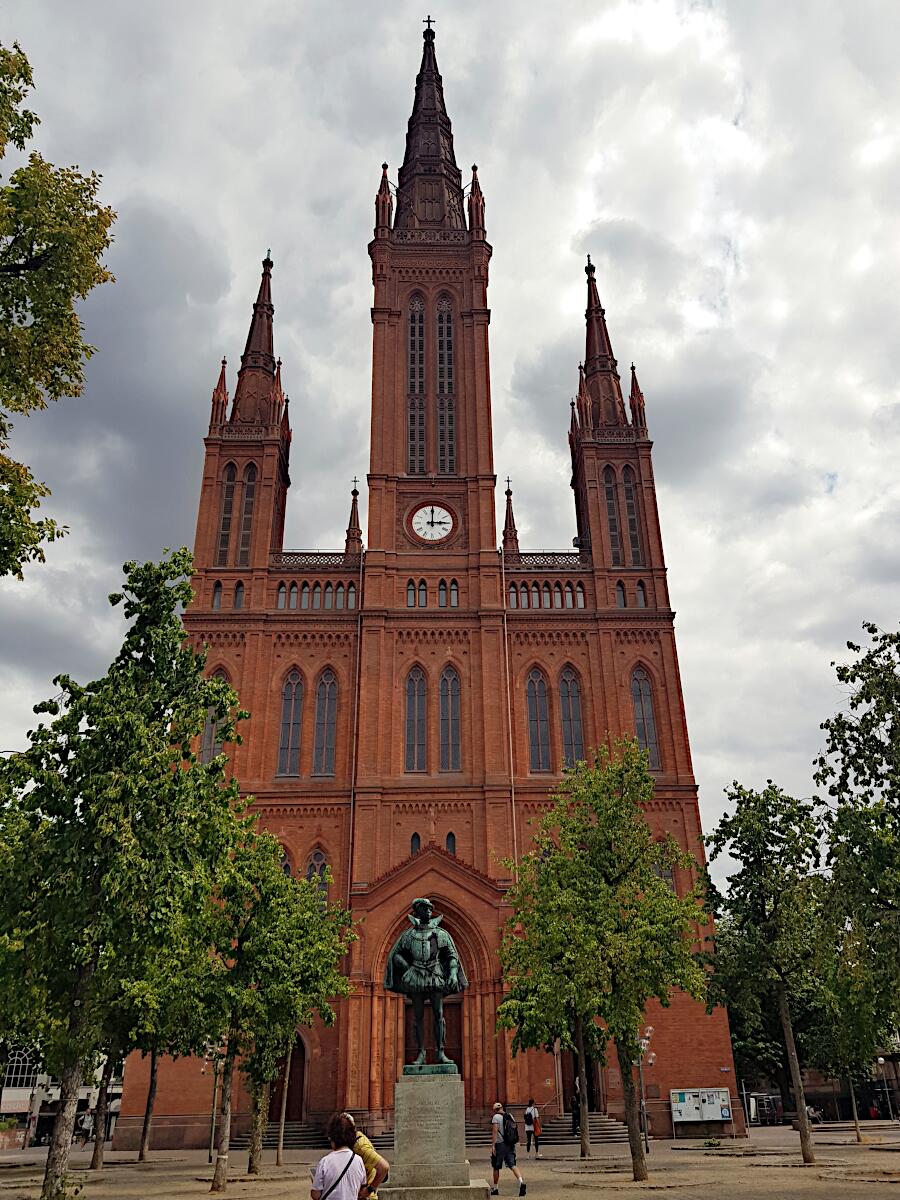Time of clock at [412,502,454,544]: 3:00
